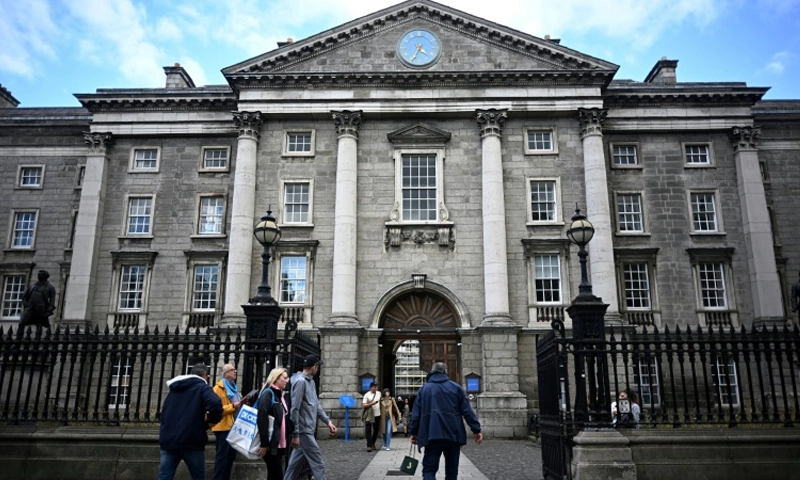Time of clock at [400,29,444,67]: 4:34
